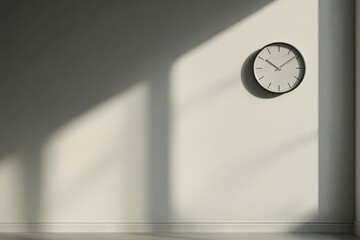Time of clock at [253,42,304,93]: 10:08
